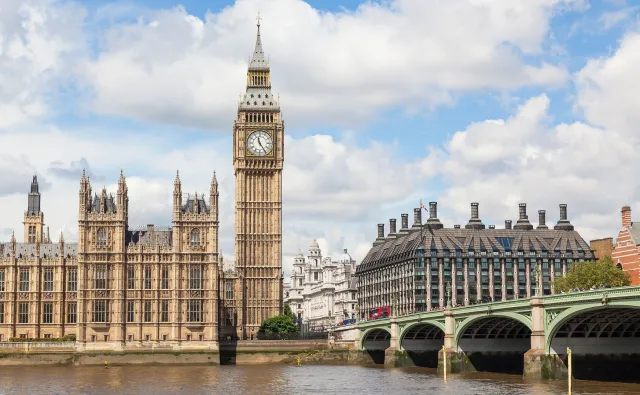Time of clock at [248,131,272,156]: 11:24
